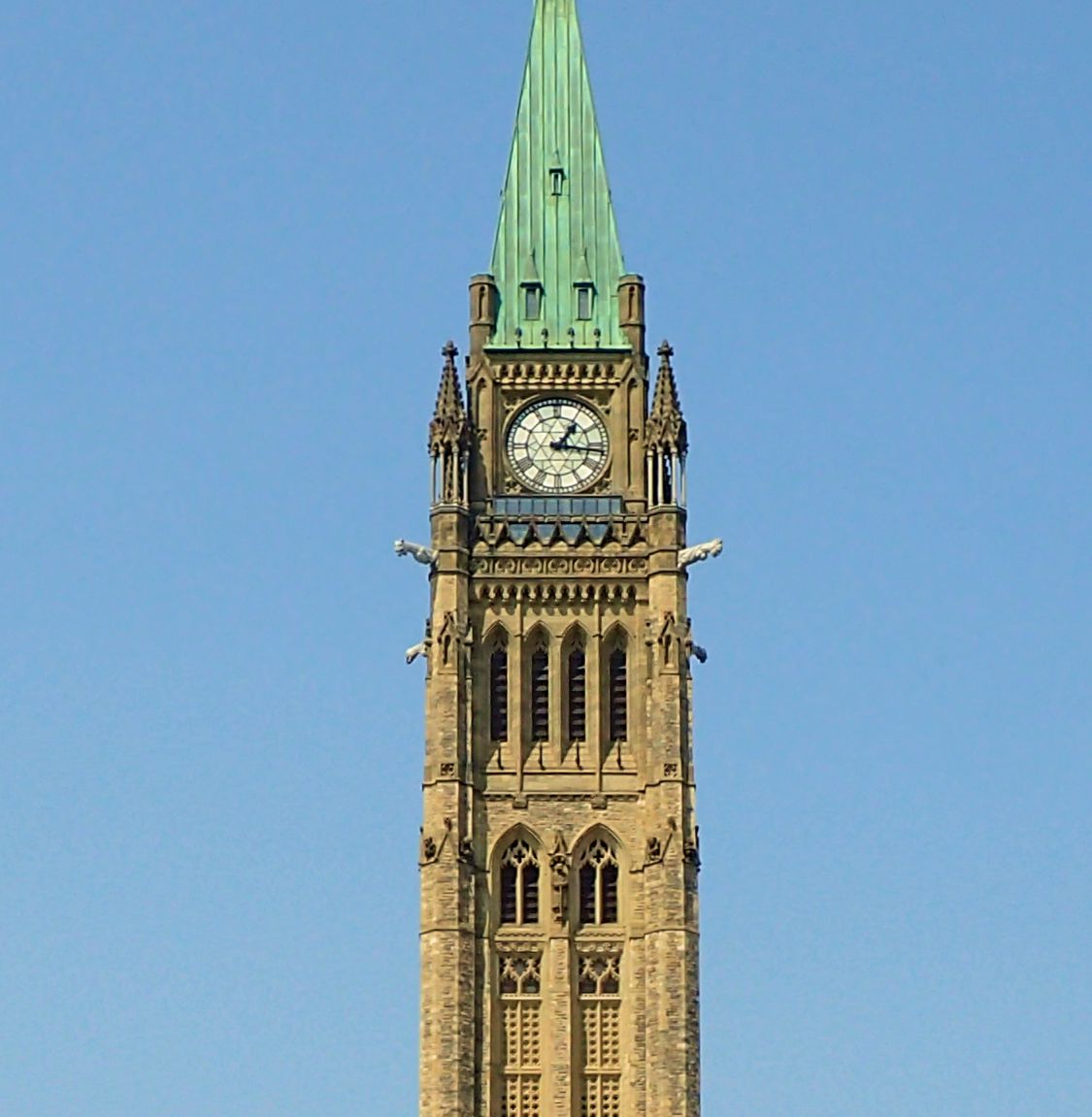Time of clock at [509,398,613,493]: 1:16
